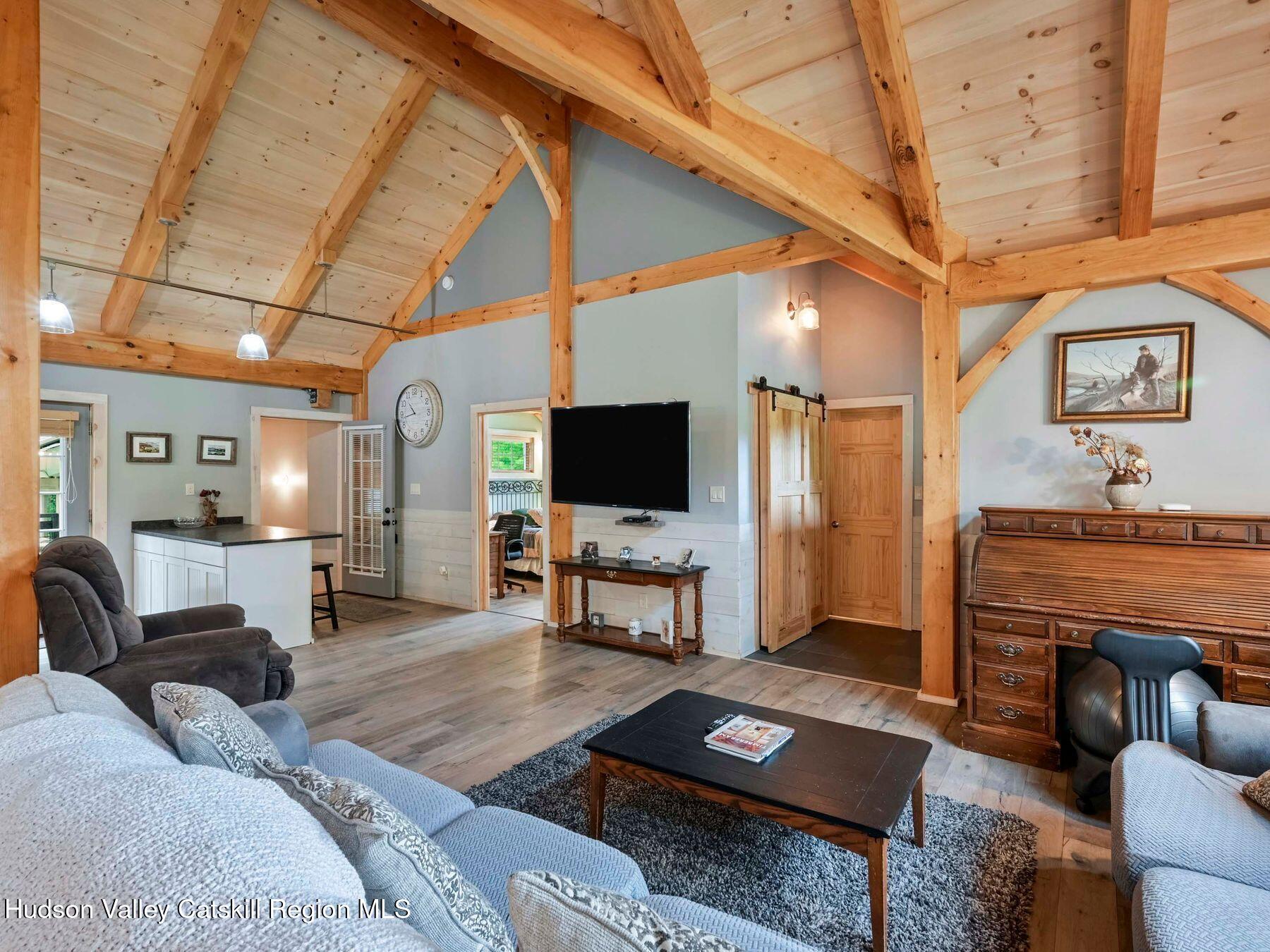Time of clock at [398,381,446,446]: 10:42
